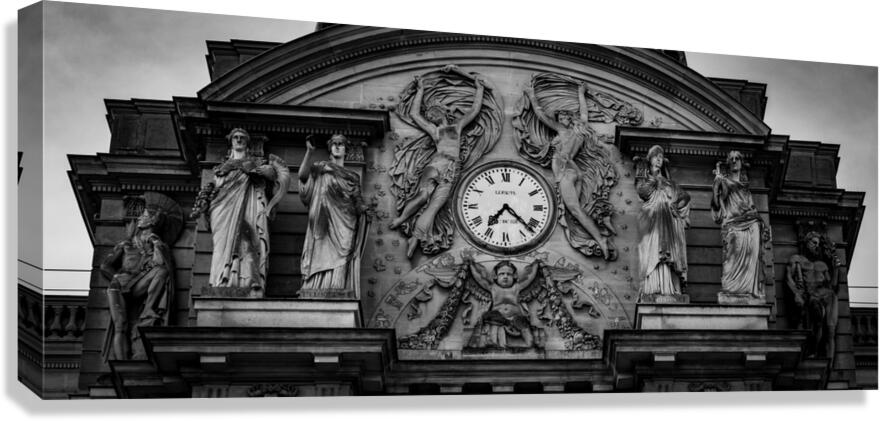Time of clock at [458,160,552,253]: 7:22
